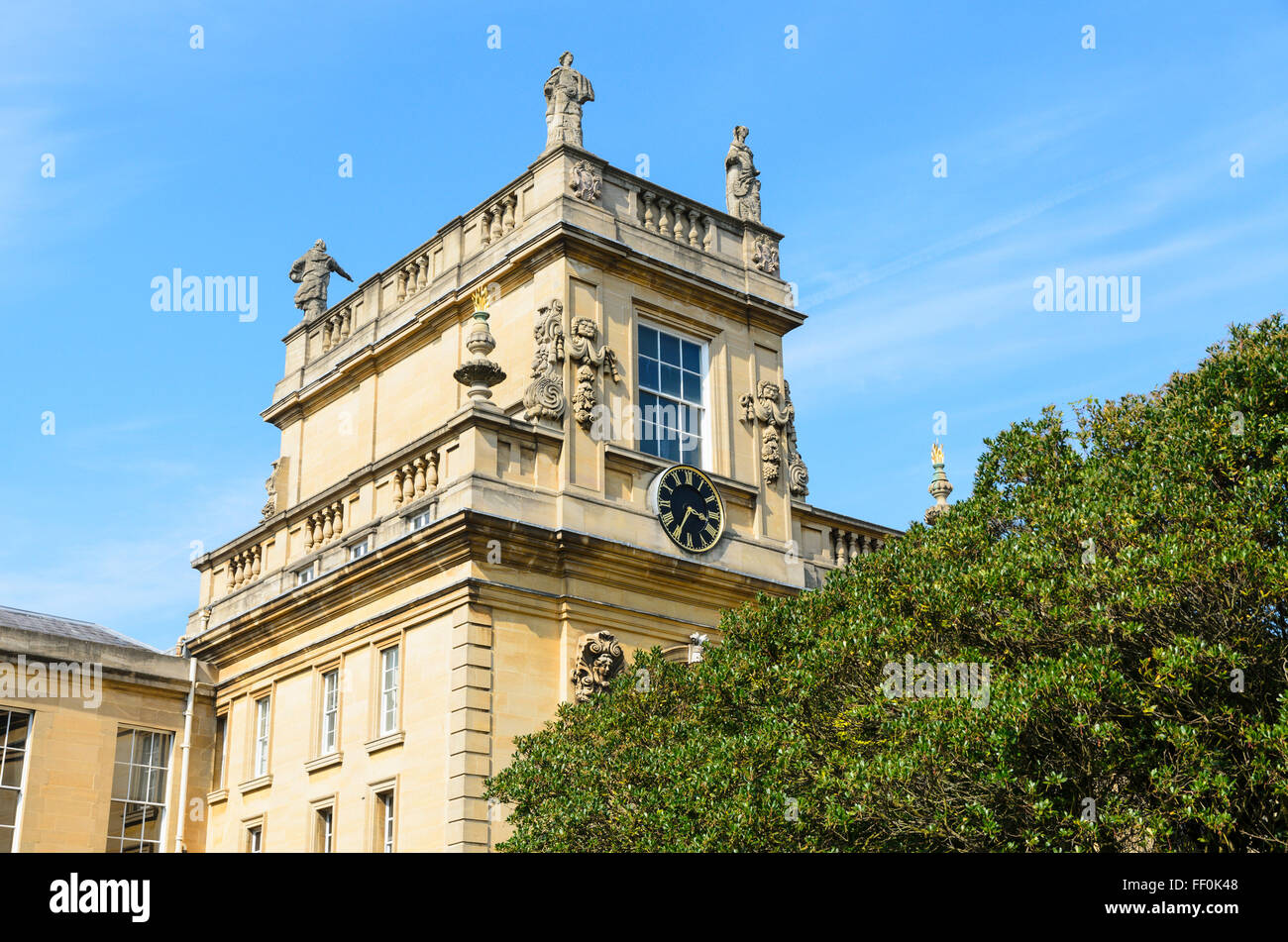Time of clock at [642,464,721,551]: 3:34
